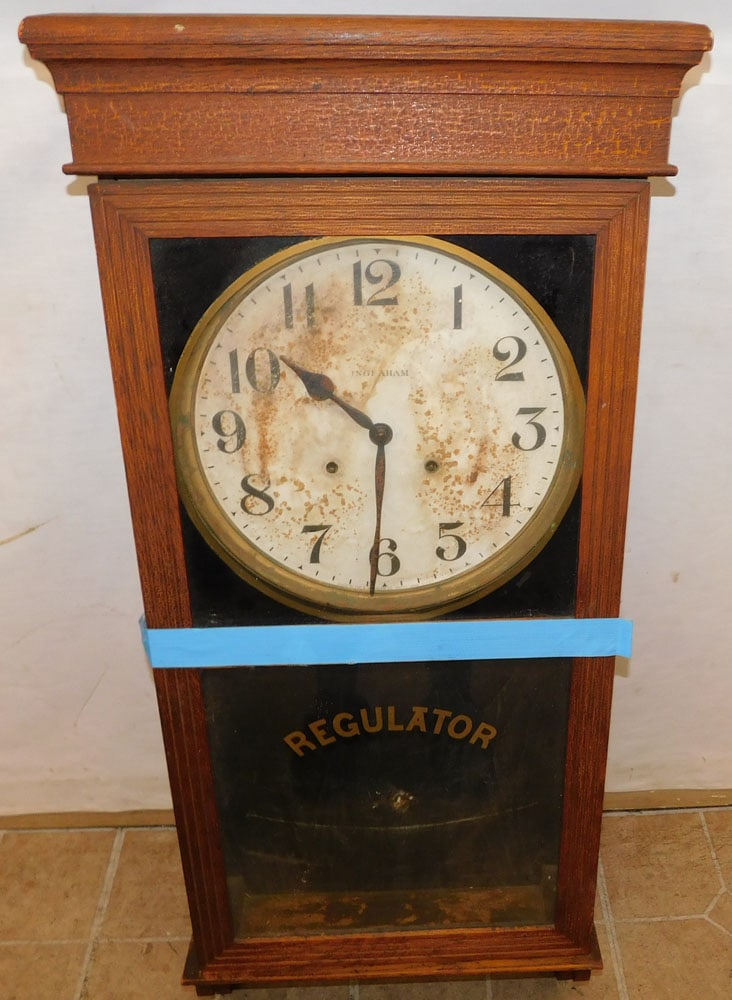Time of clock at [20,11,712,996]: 10:30
